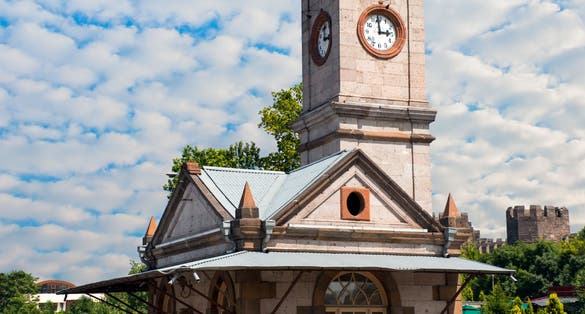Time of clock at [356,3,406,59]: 2:58
